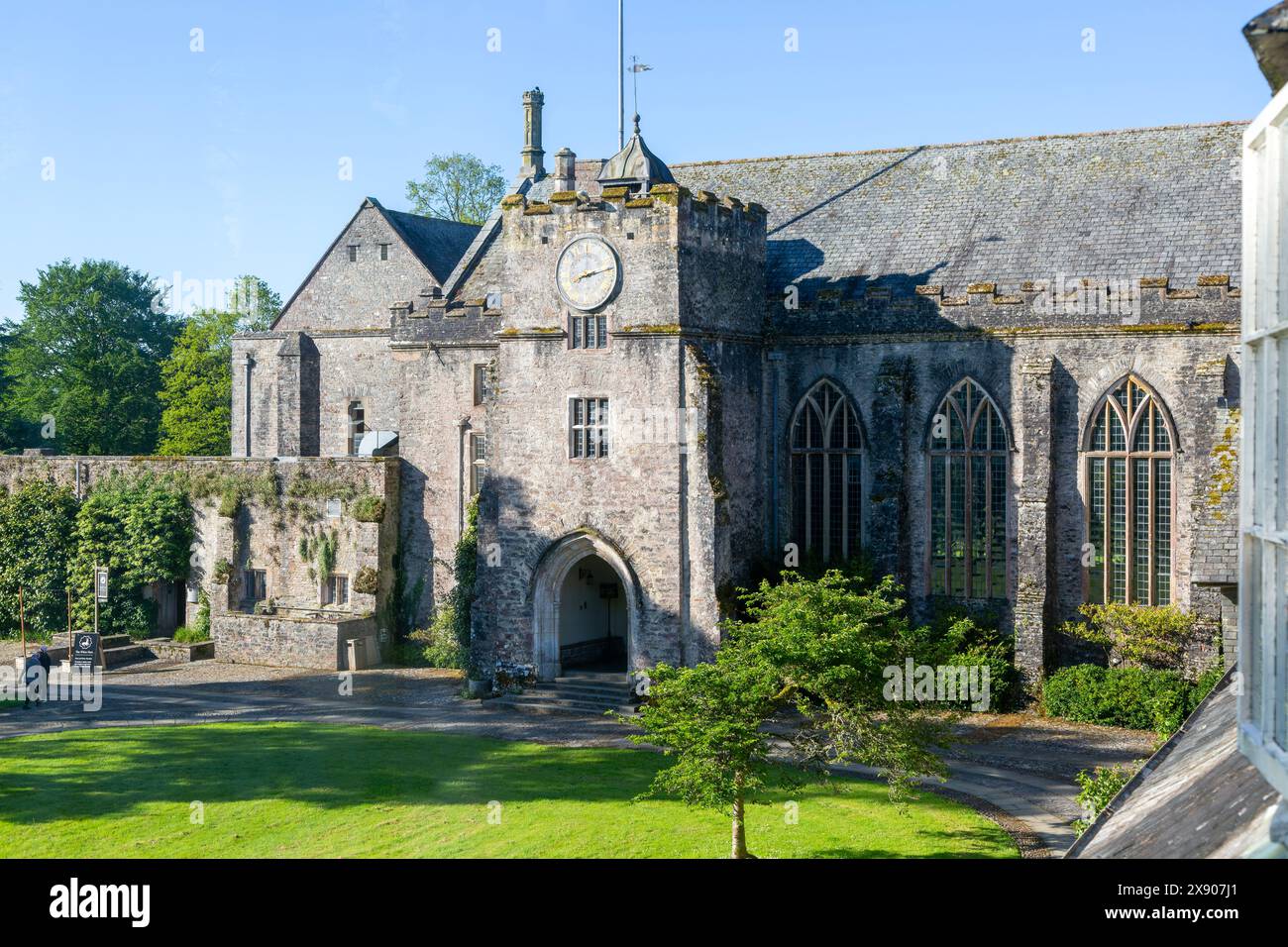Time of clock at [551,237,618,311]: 8:12
